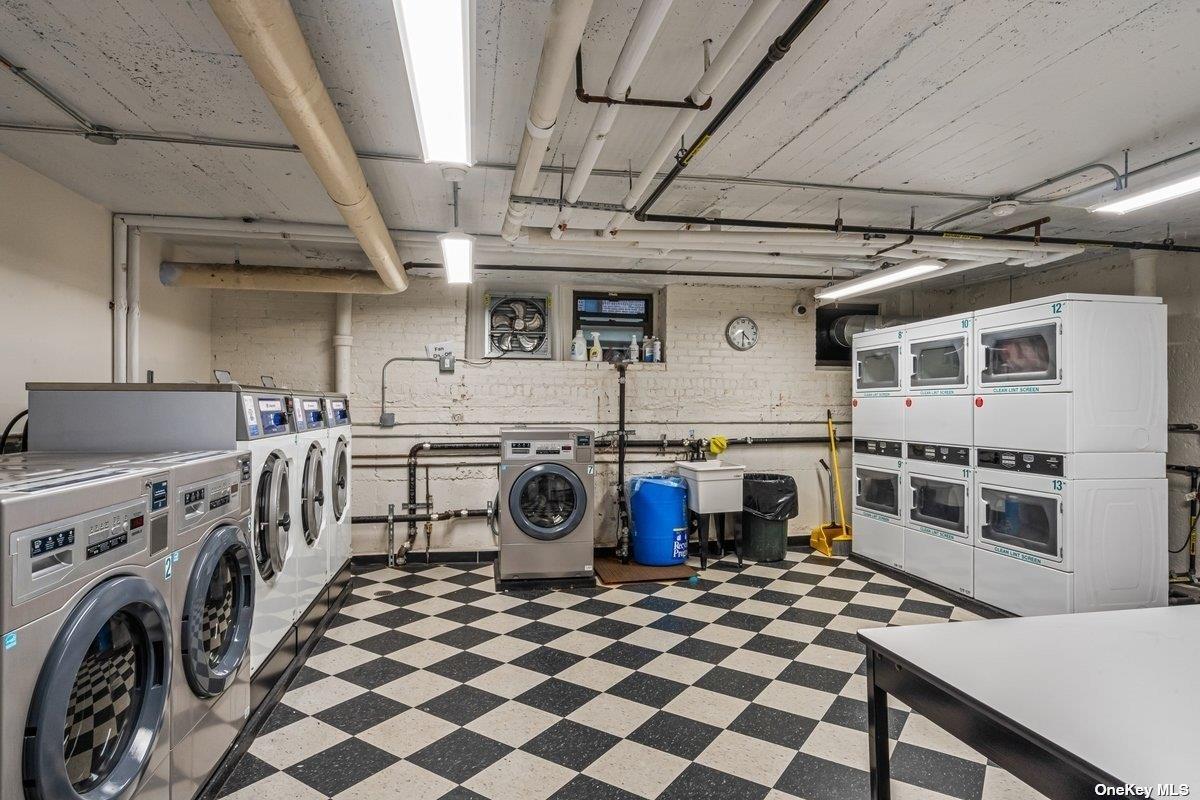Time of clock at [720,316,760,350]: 4:30
